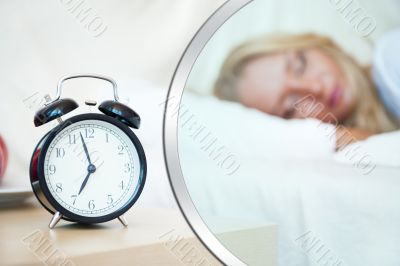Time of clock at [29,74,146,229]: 6:57
